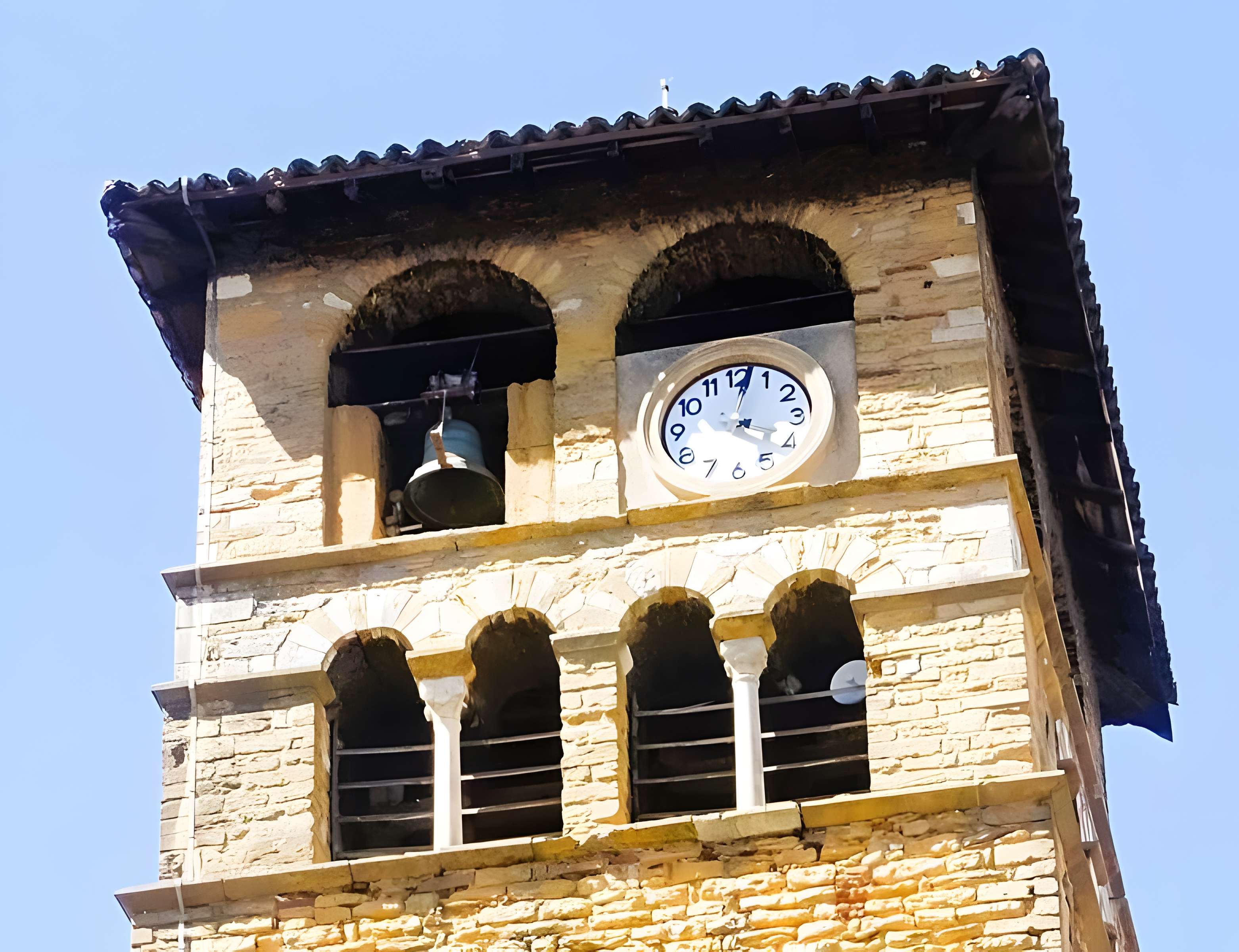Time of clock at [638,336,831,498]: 4:02
